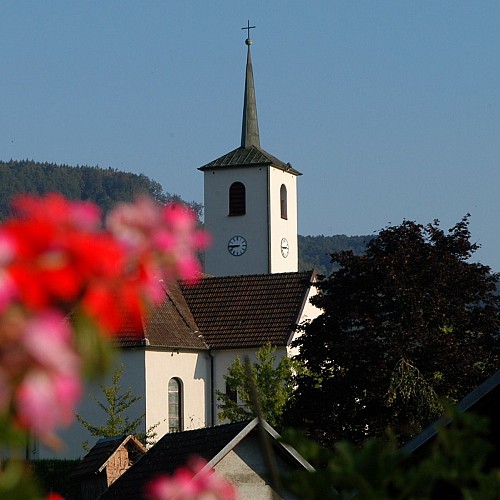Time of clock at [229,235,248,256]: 8:45
